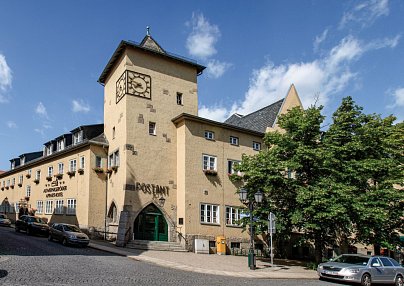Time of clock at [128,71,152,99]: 7:47
